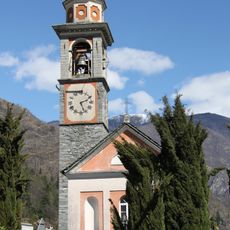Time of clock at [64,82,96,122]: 2:26
